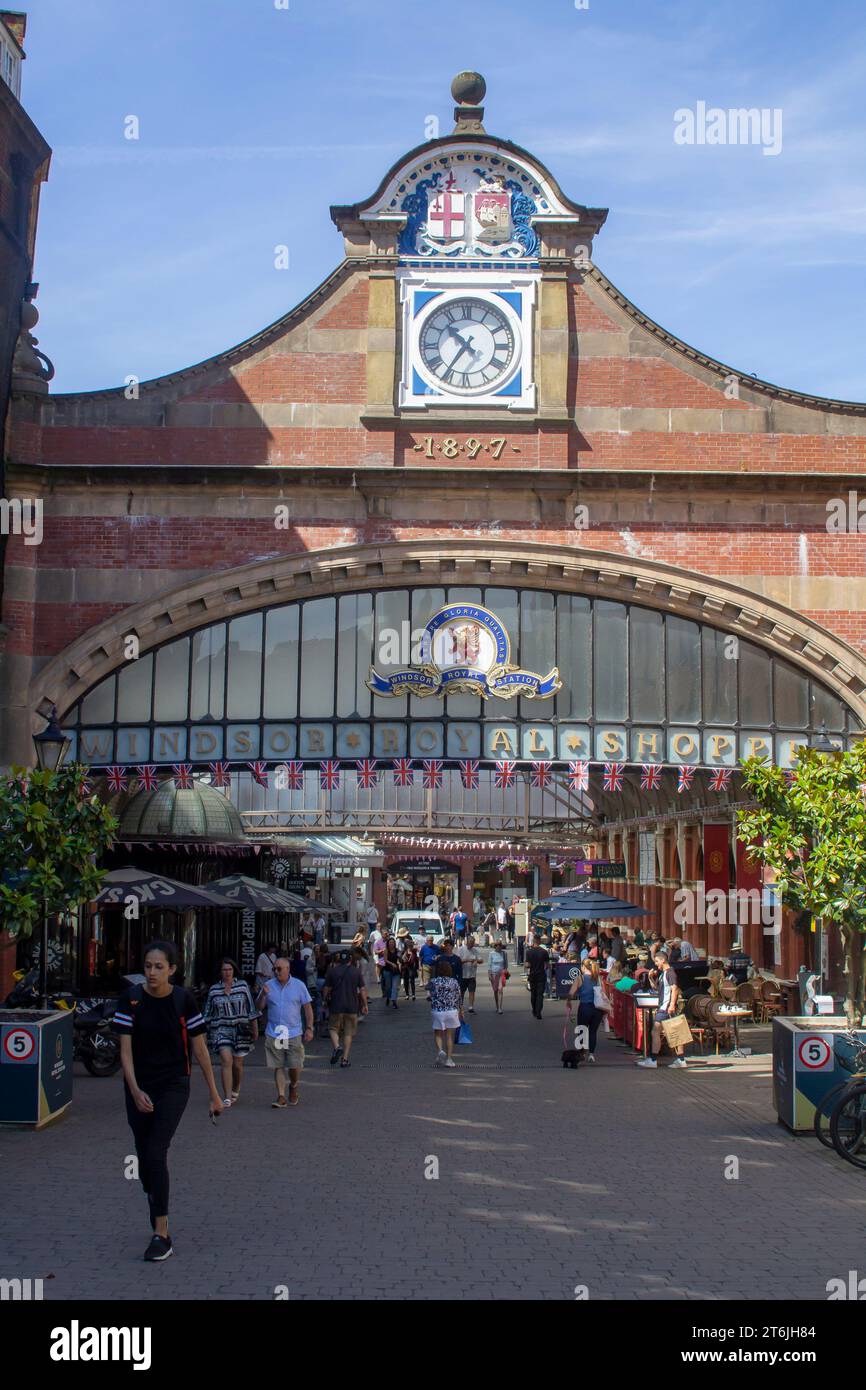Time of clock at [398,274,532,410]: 10:35
